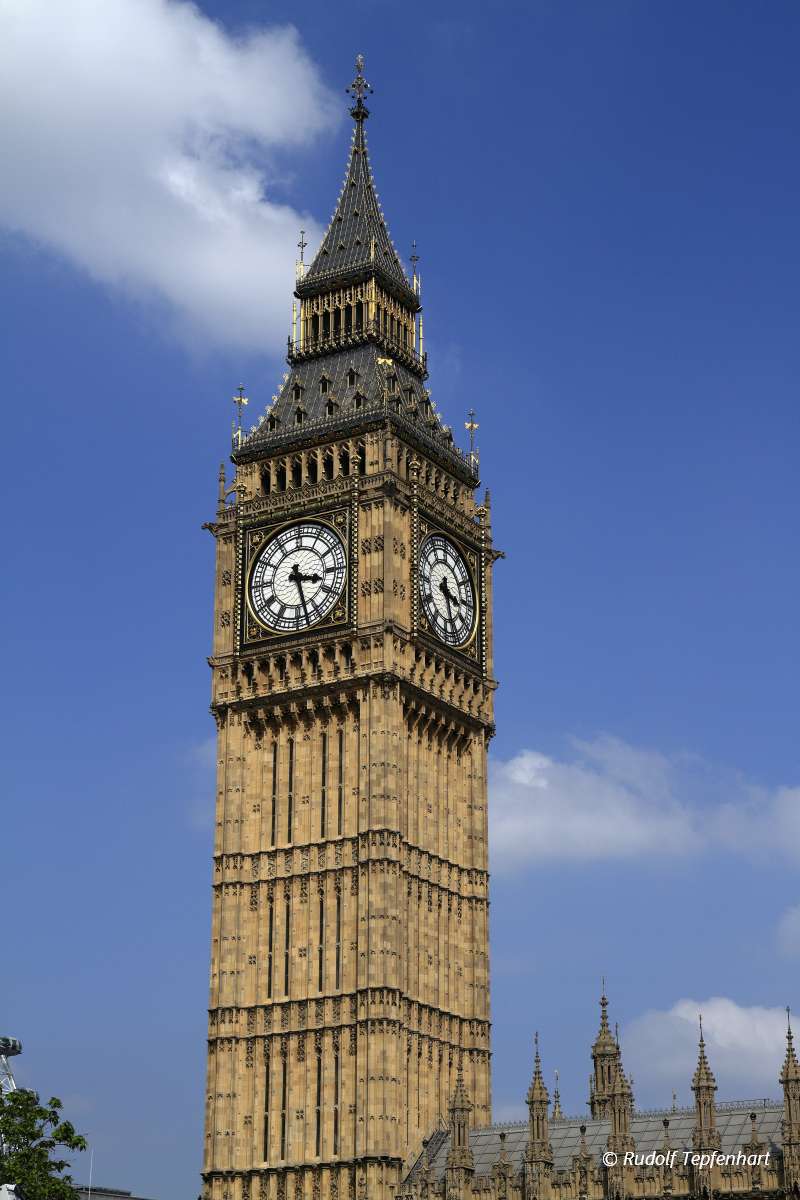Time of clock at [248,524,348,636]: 3:27
